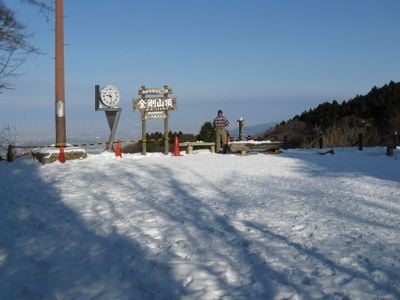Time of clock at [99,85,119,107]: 9:28
